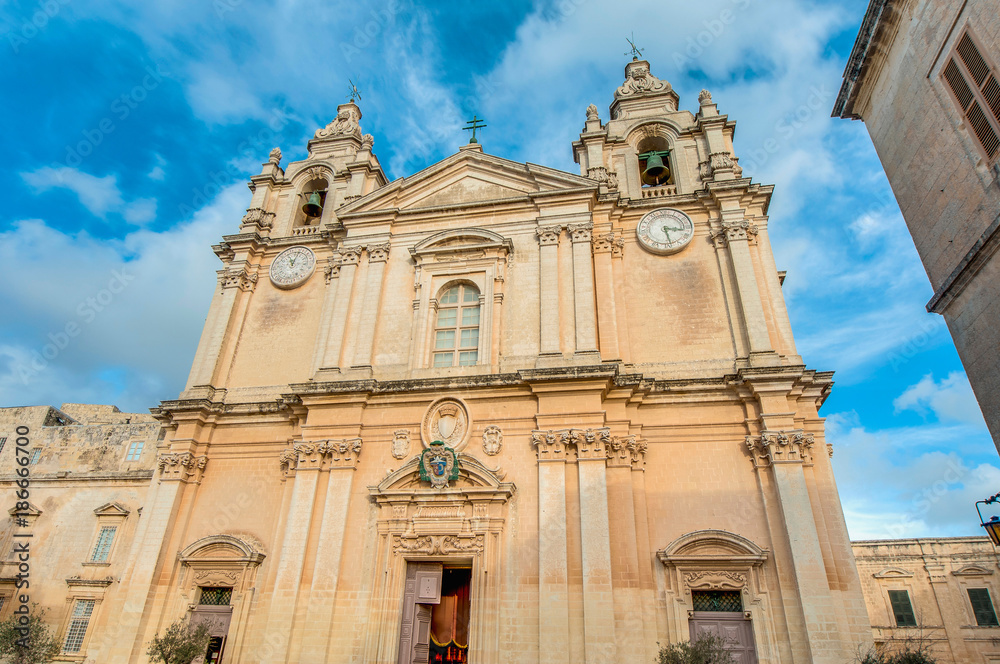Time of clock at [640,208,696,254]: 3:28
